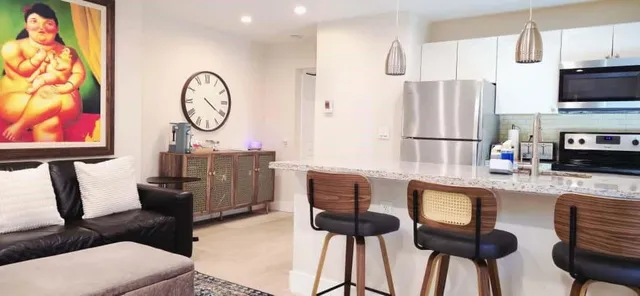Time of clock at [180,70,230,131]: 4:20
